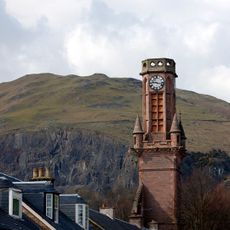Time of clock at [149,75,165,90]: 9:17
